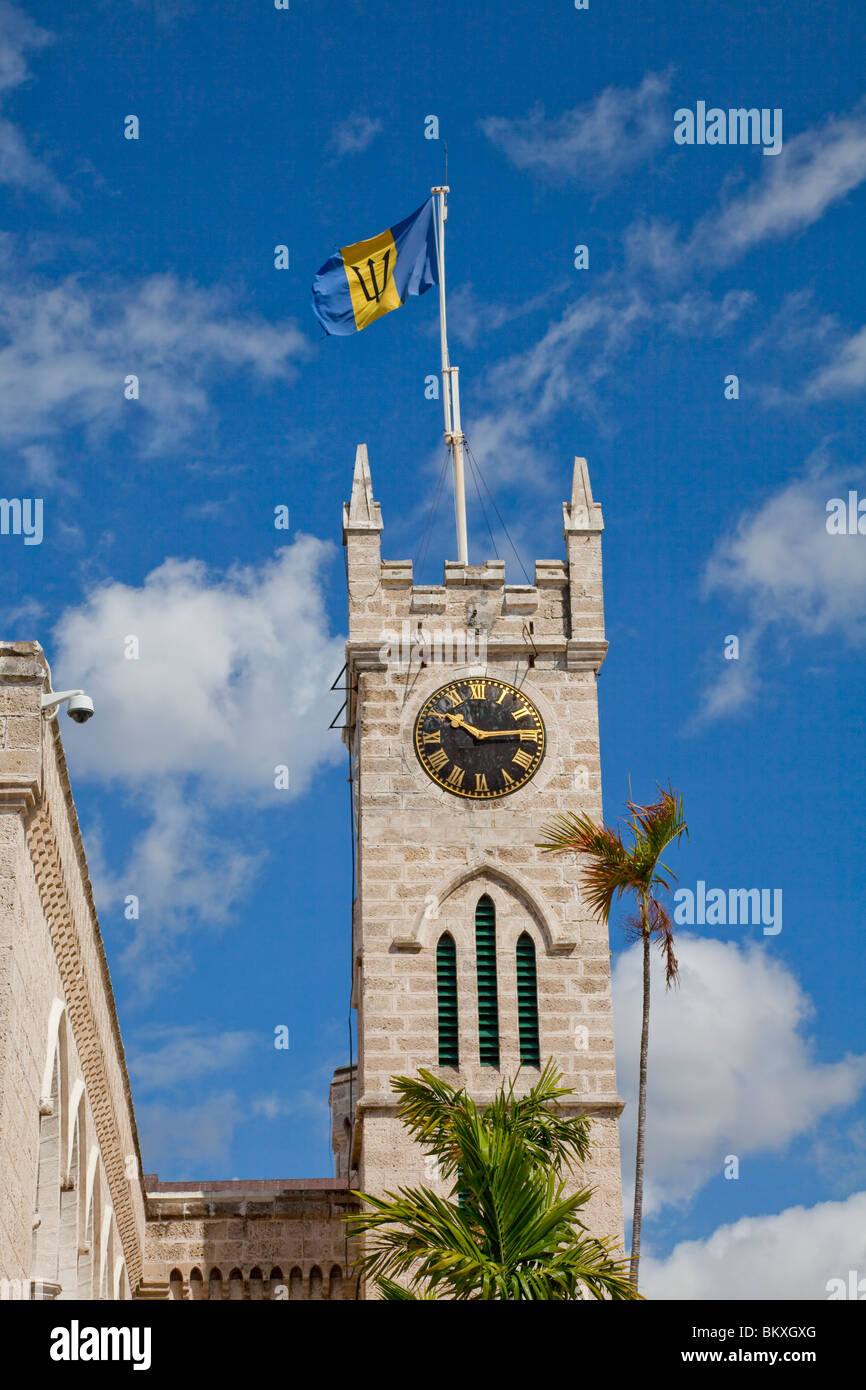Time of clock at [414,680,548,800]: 10:14
